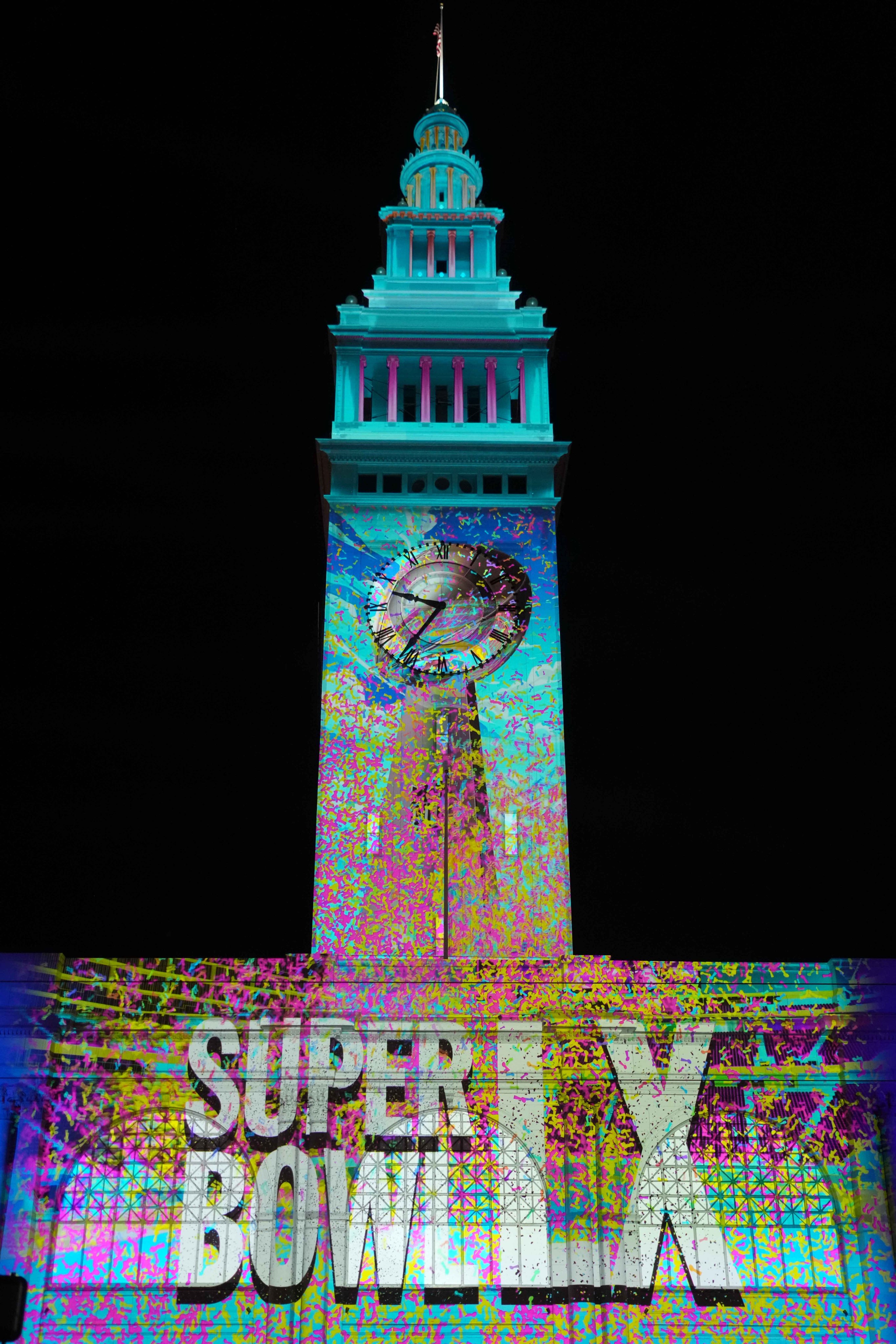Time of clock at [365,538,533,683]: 9:36
